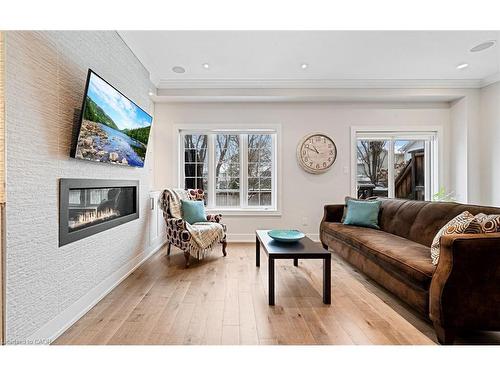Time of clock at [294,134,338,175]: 10:49
